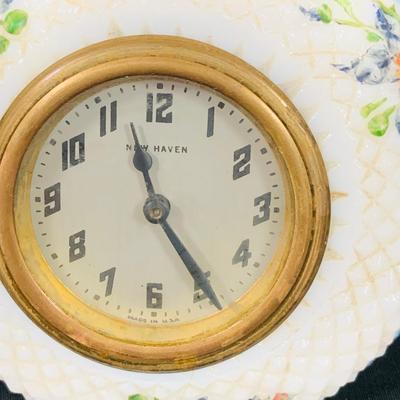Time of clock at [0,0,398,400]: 11:24
